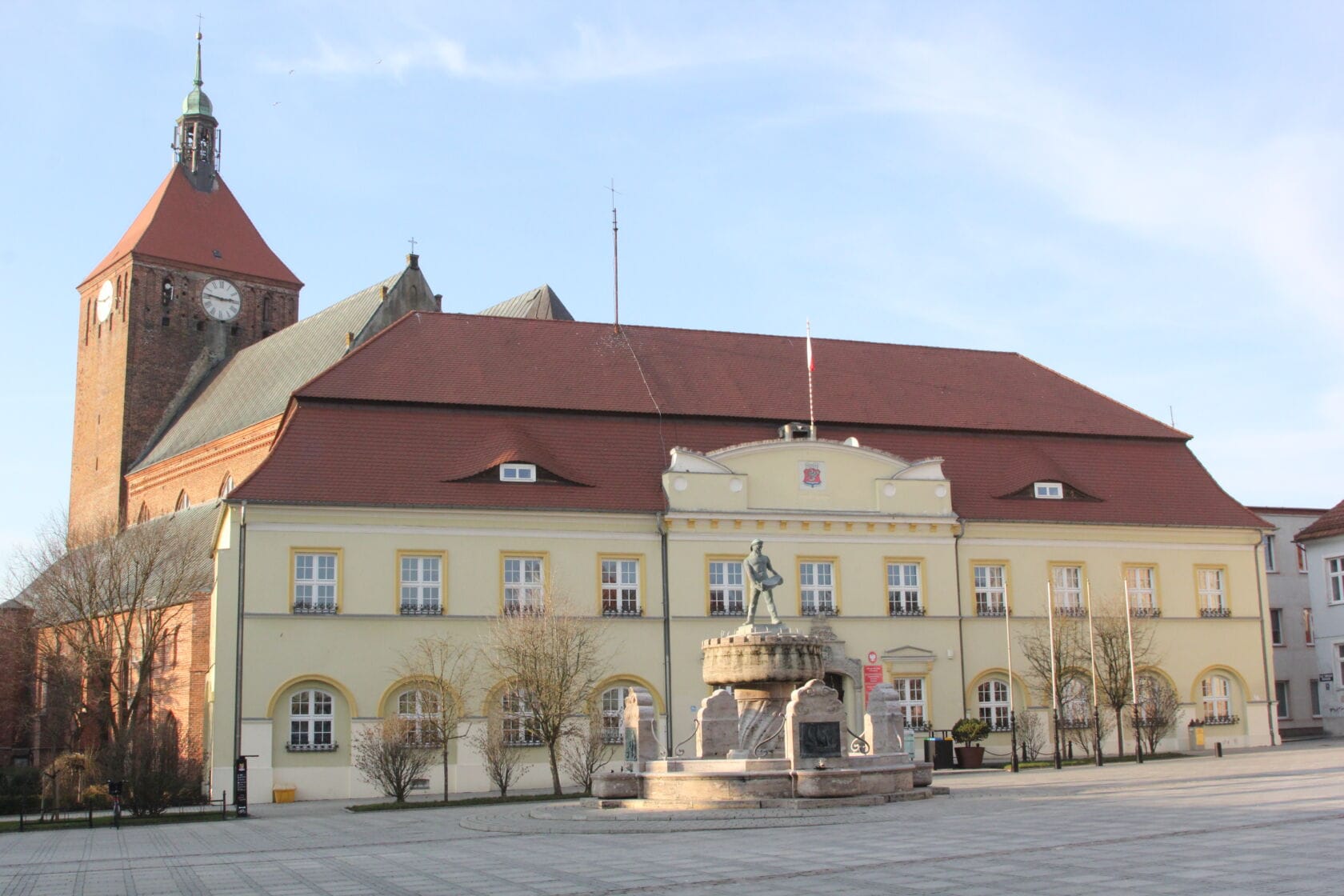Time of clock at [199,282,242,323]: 2:46
